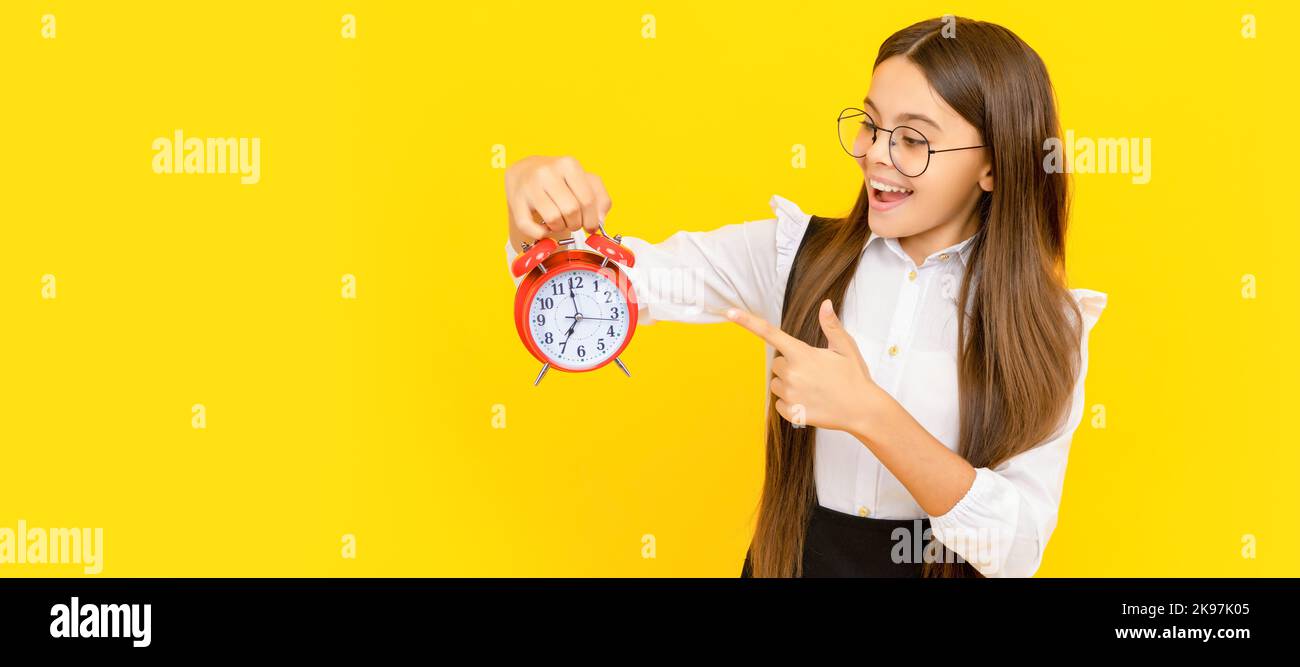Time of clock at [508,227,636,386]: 6:58
